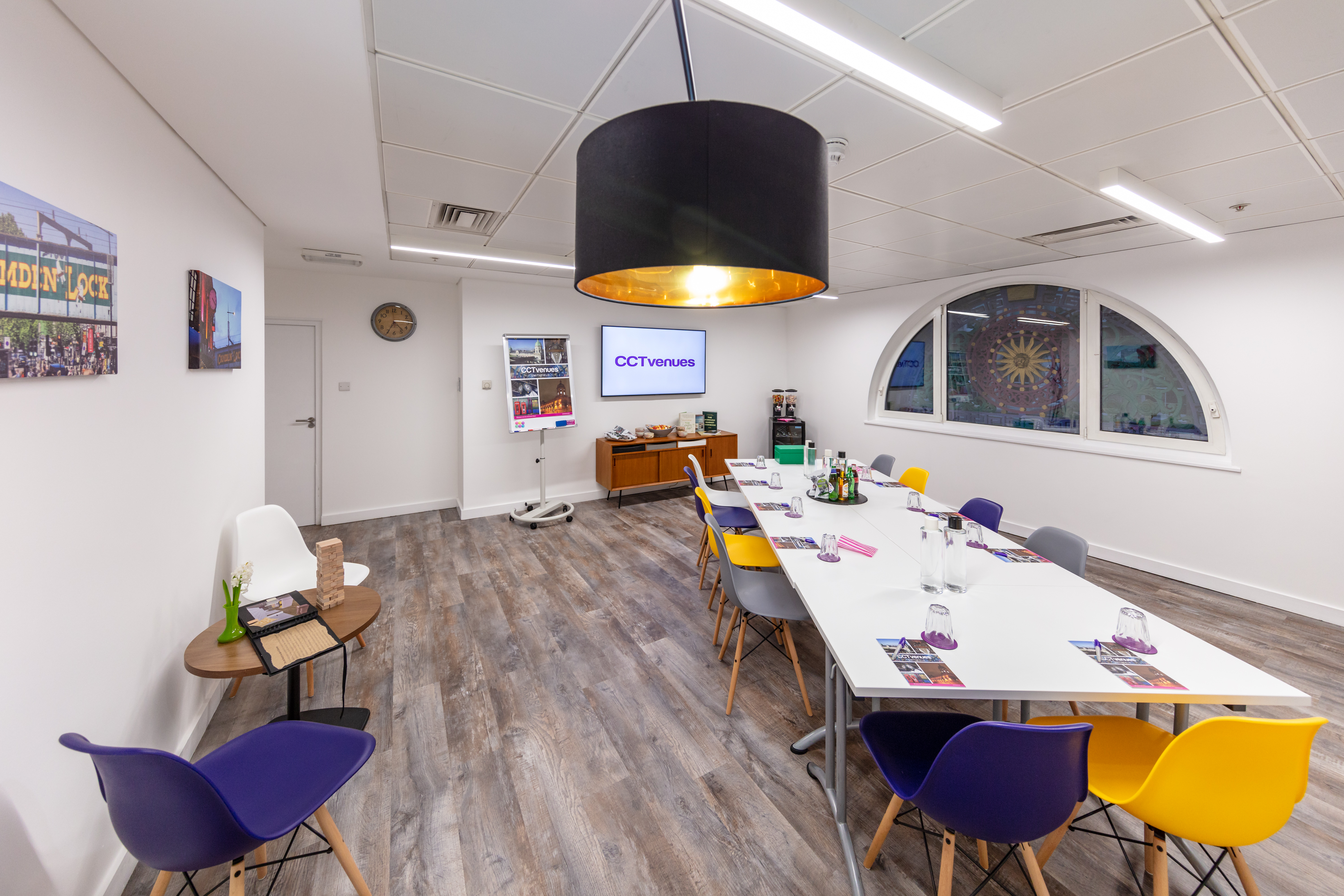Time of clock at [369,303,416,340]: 4:34
